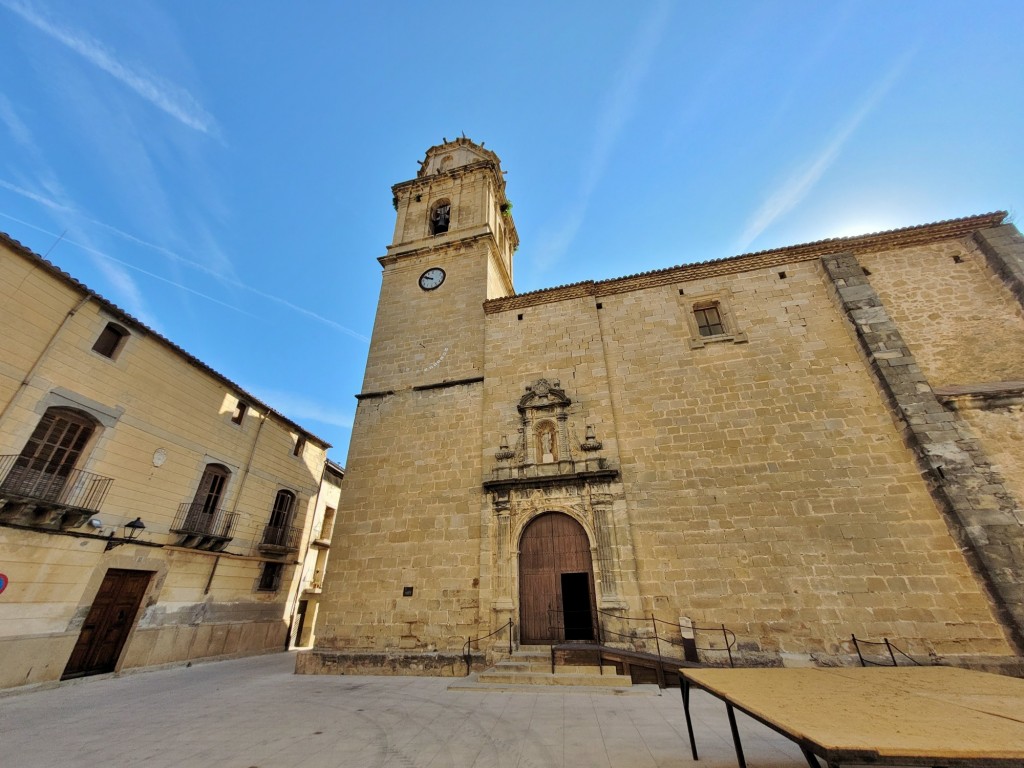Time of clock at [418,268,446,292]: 9:50
